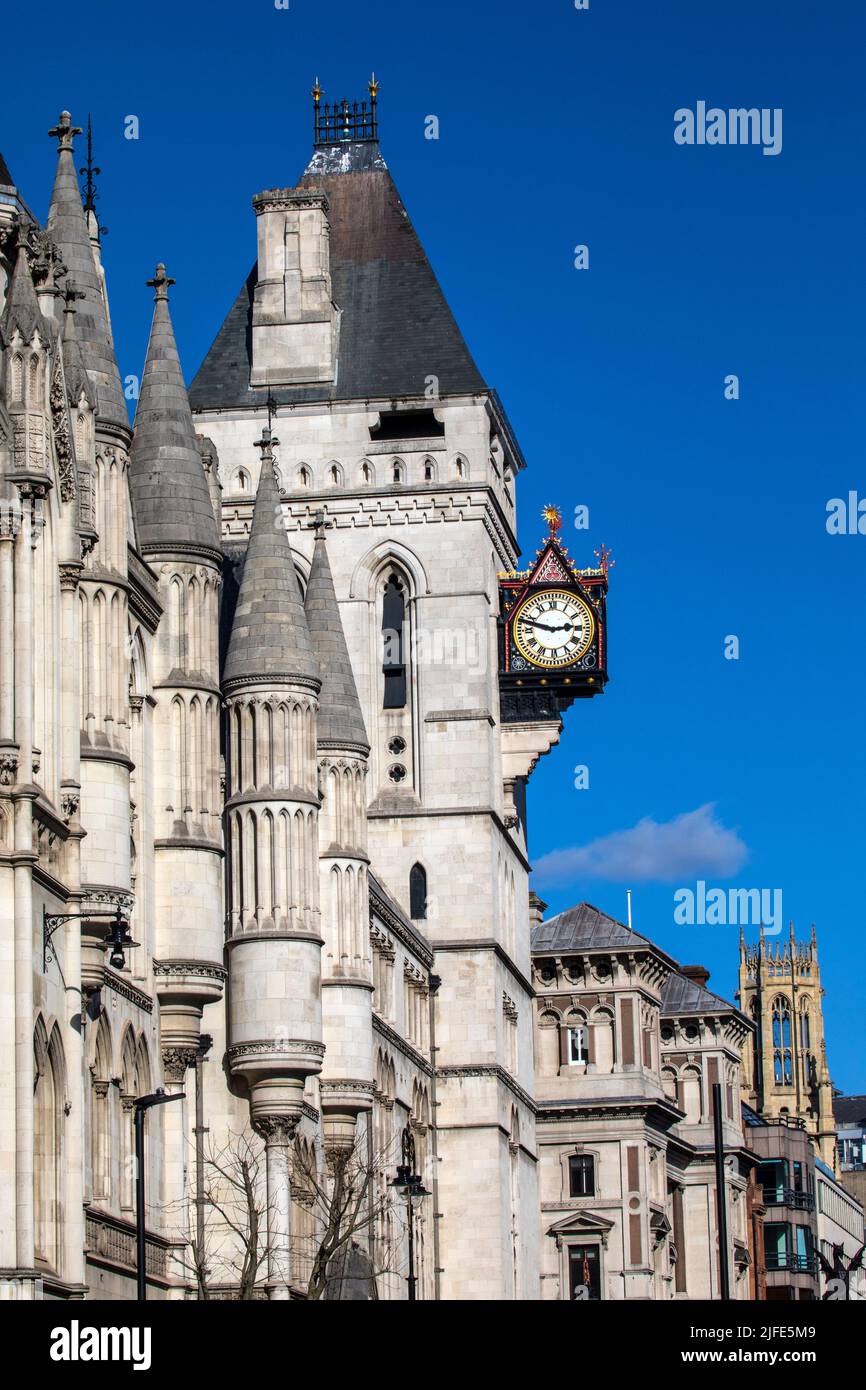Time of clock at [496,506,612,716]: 2:48
